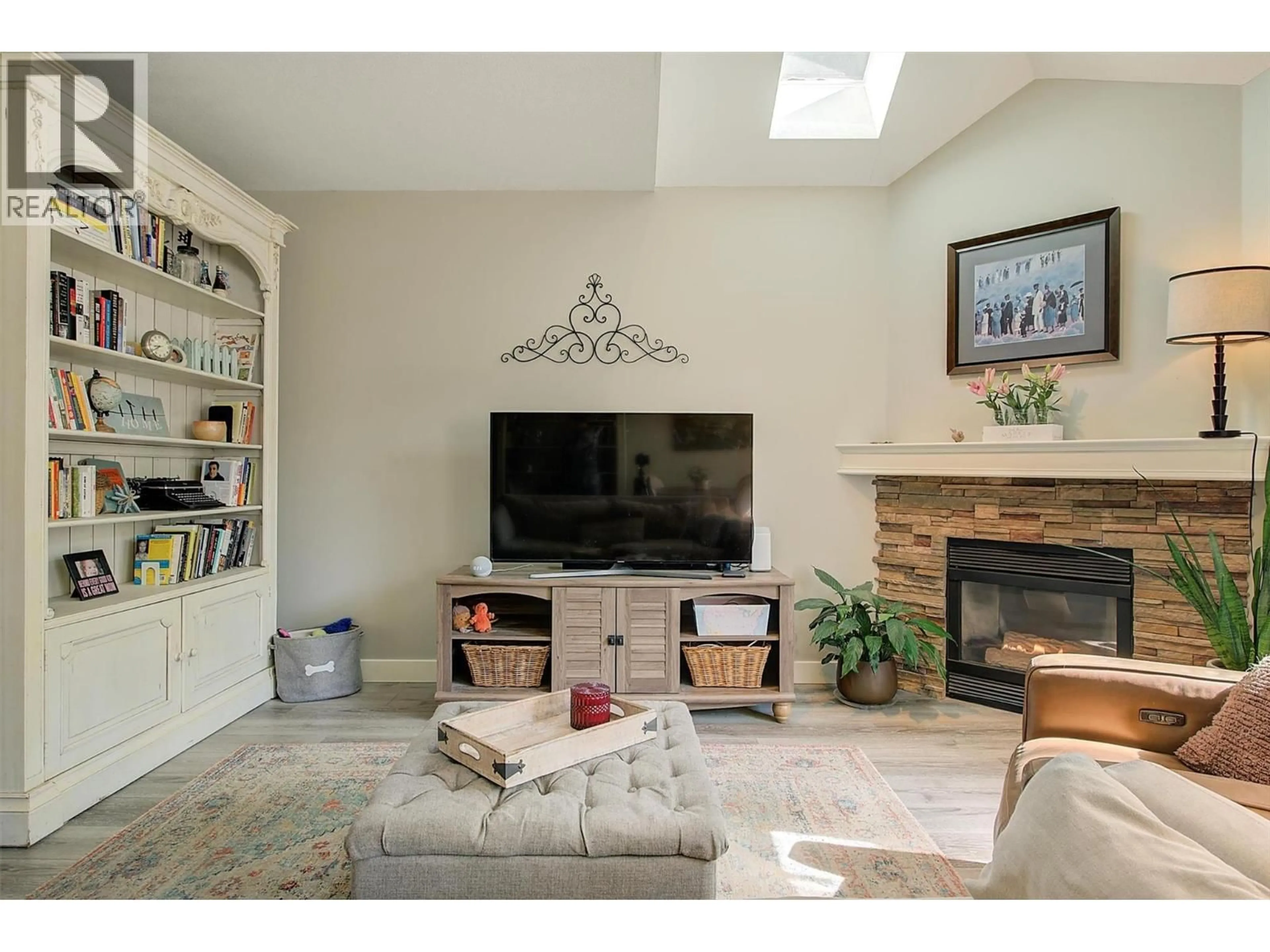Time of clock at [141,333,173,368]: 8:39
